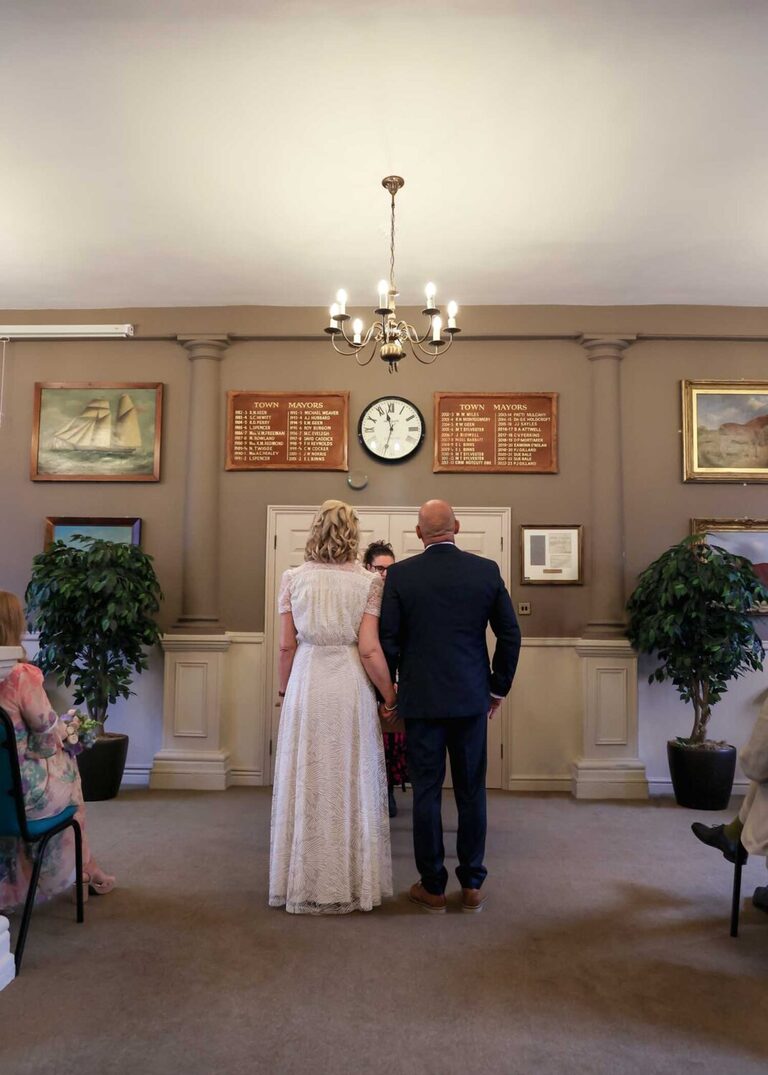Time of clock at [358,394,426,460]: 11:32
